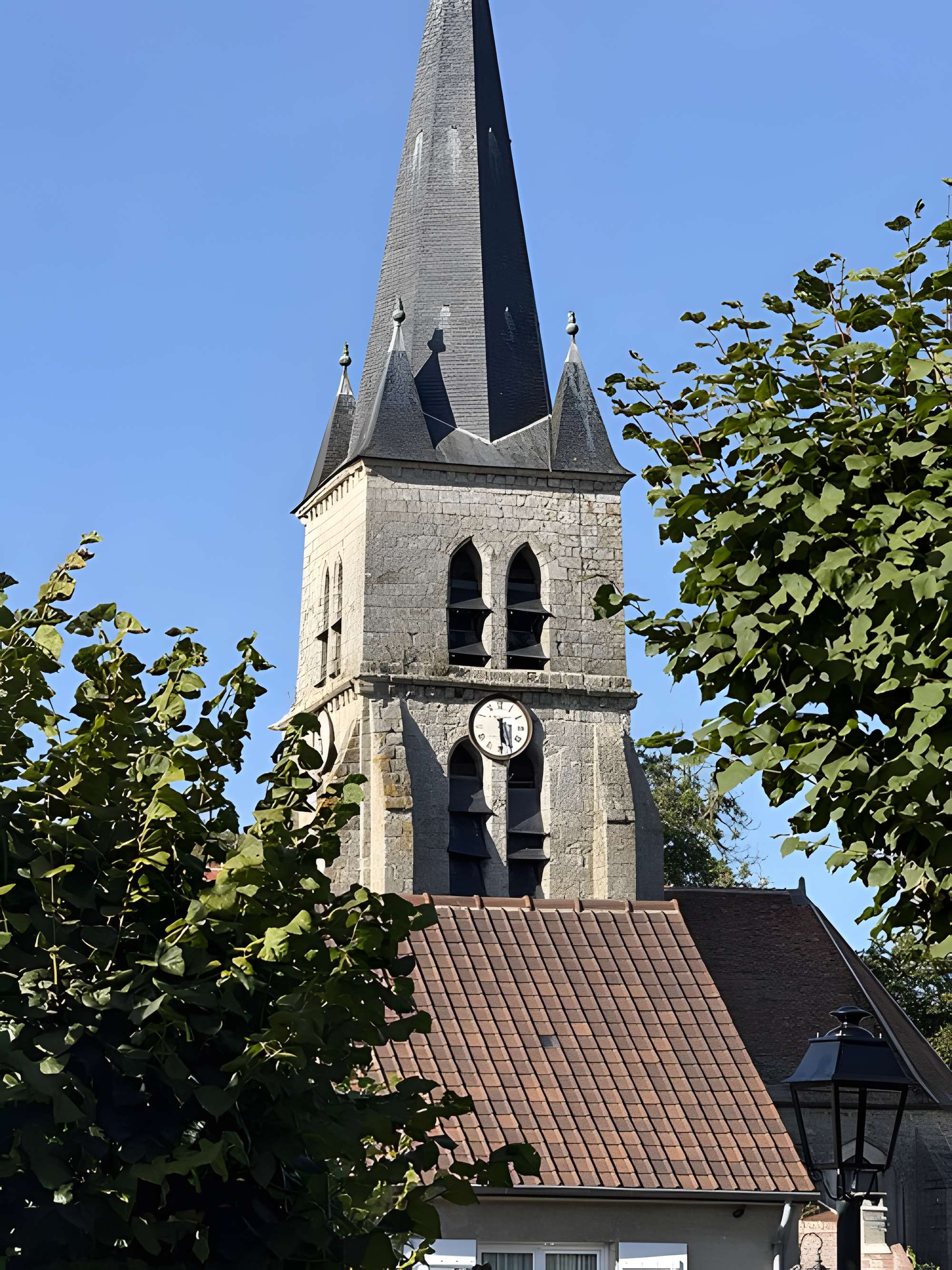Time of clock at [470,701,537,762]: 5:29
